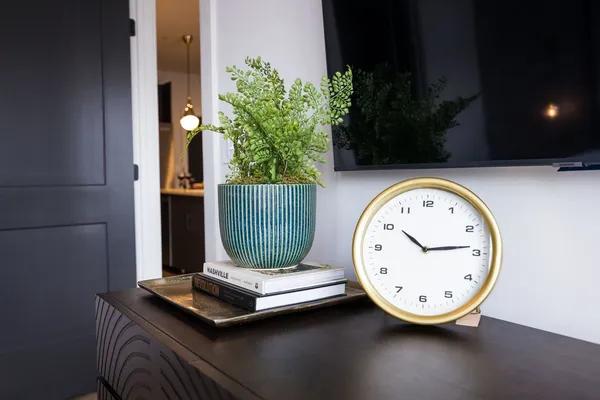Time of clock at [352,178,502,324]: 10:13
